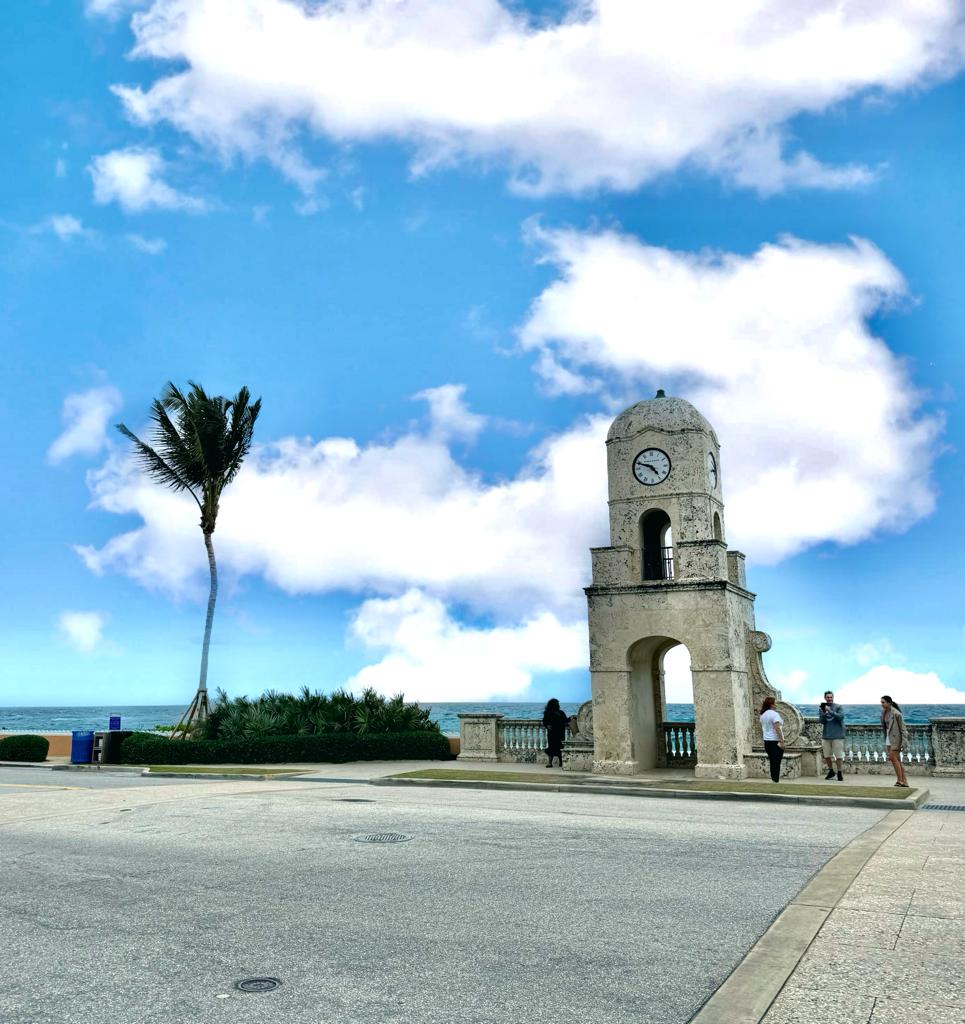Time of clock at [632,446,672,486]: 4:48
